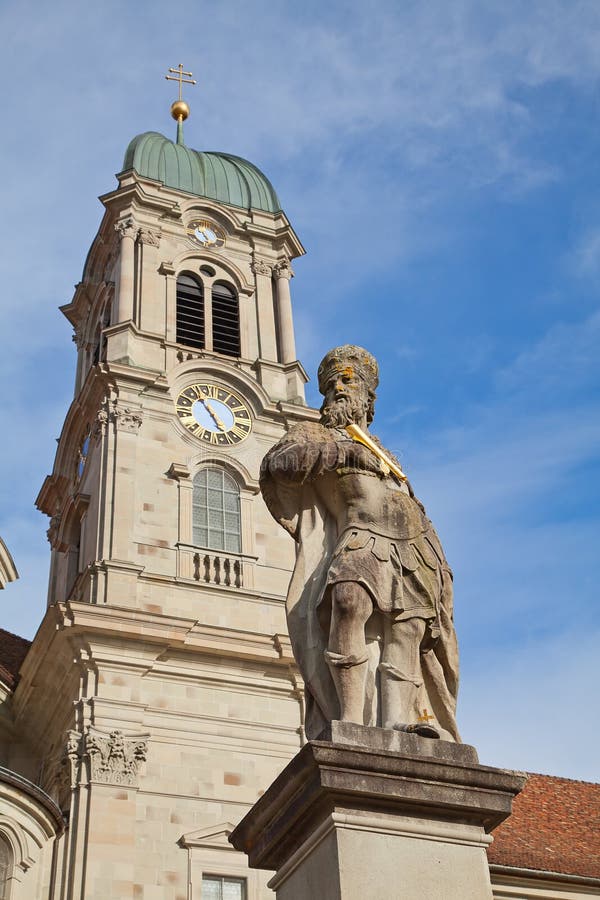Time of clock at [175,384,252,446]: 4:54
